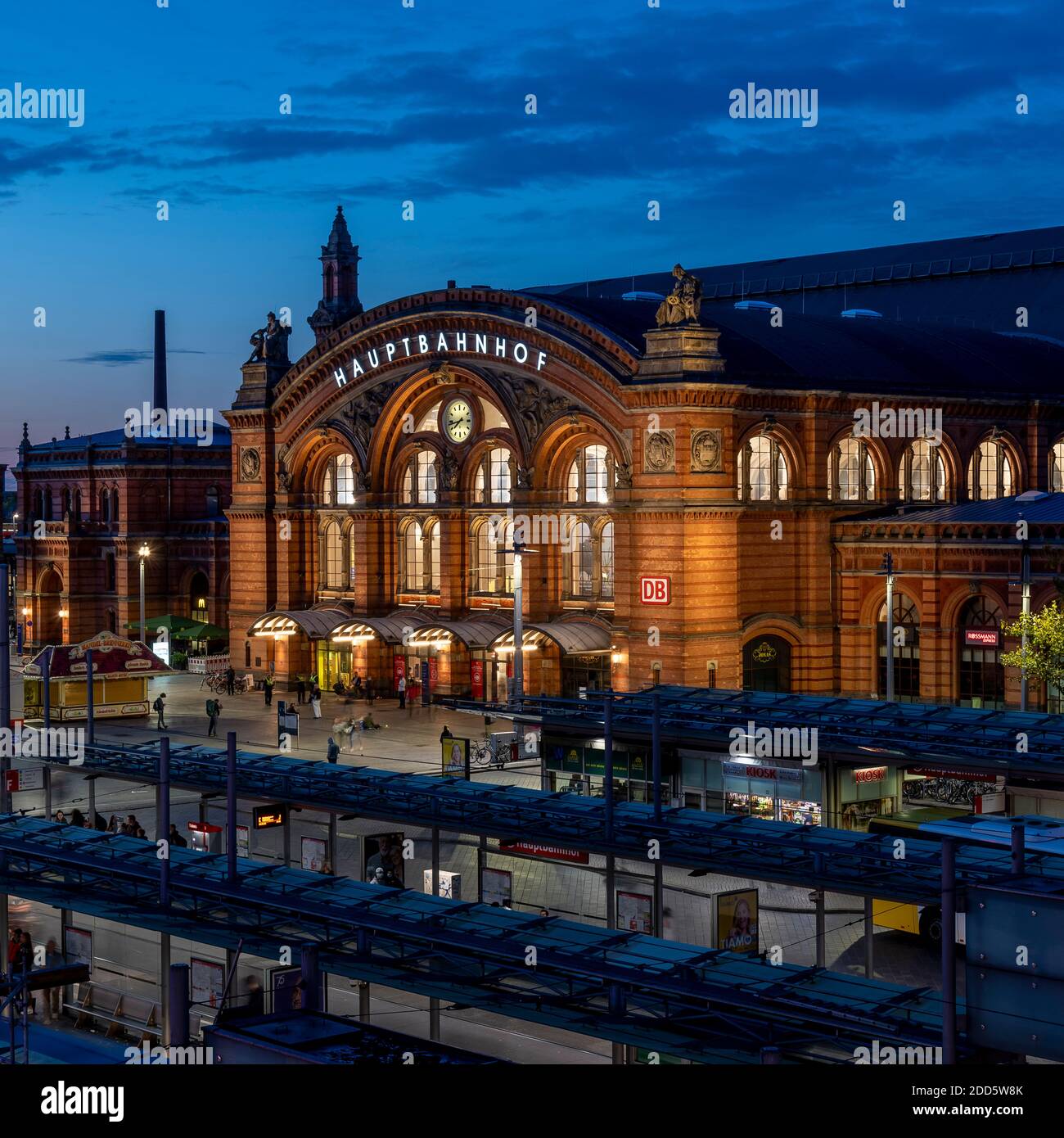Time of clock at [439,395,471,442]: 7:43
